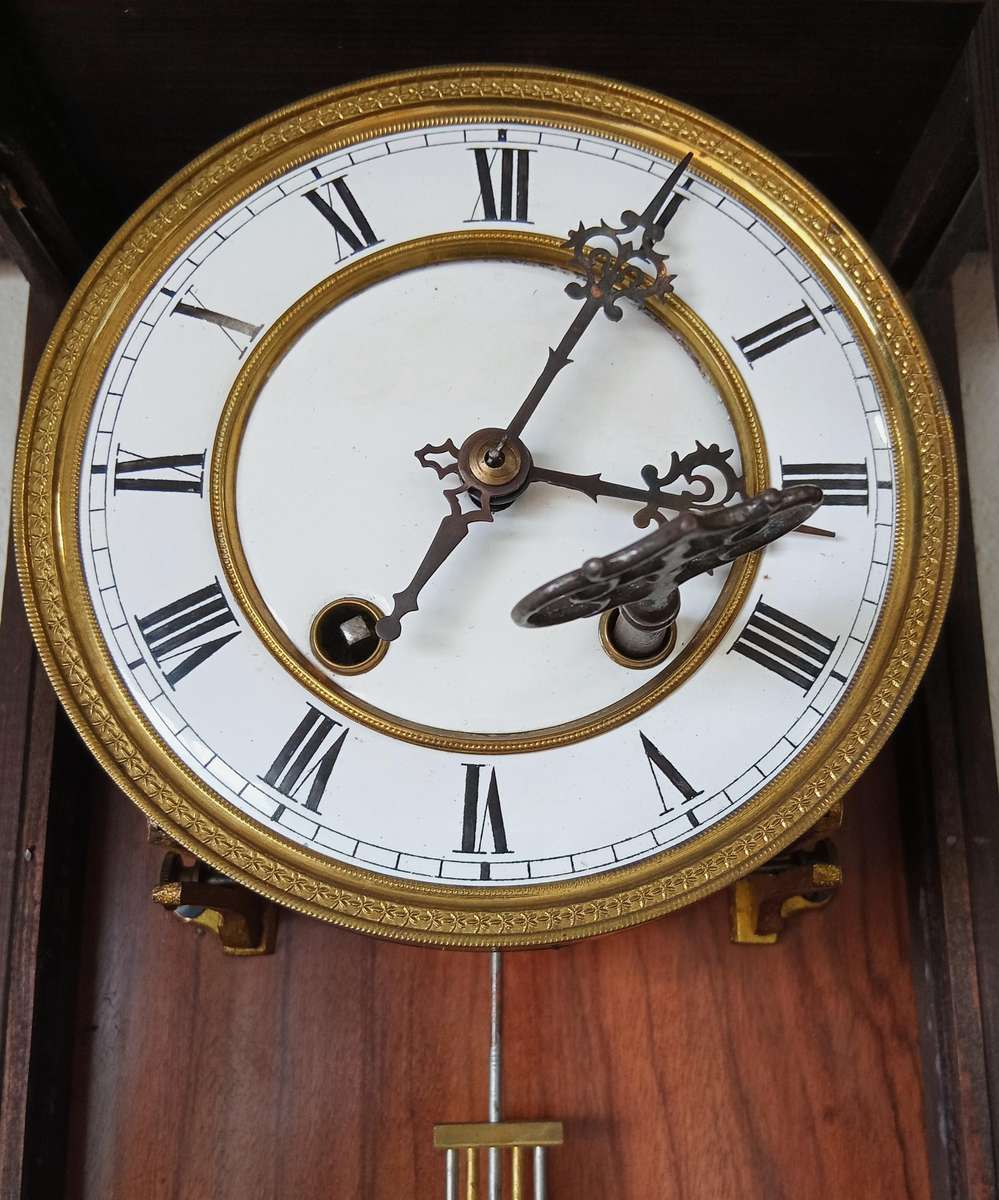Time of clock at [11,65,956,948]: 3:04
